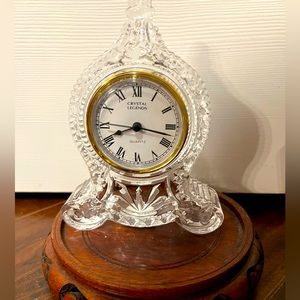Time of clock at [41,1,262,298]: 8:16
